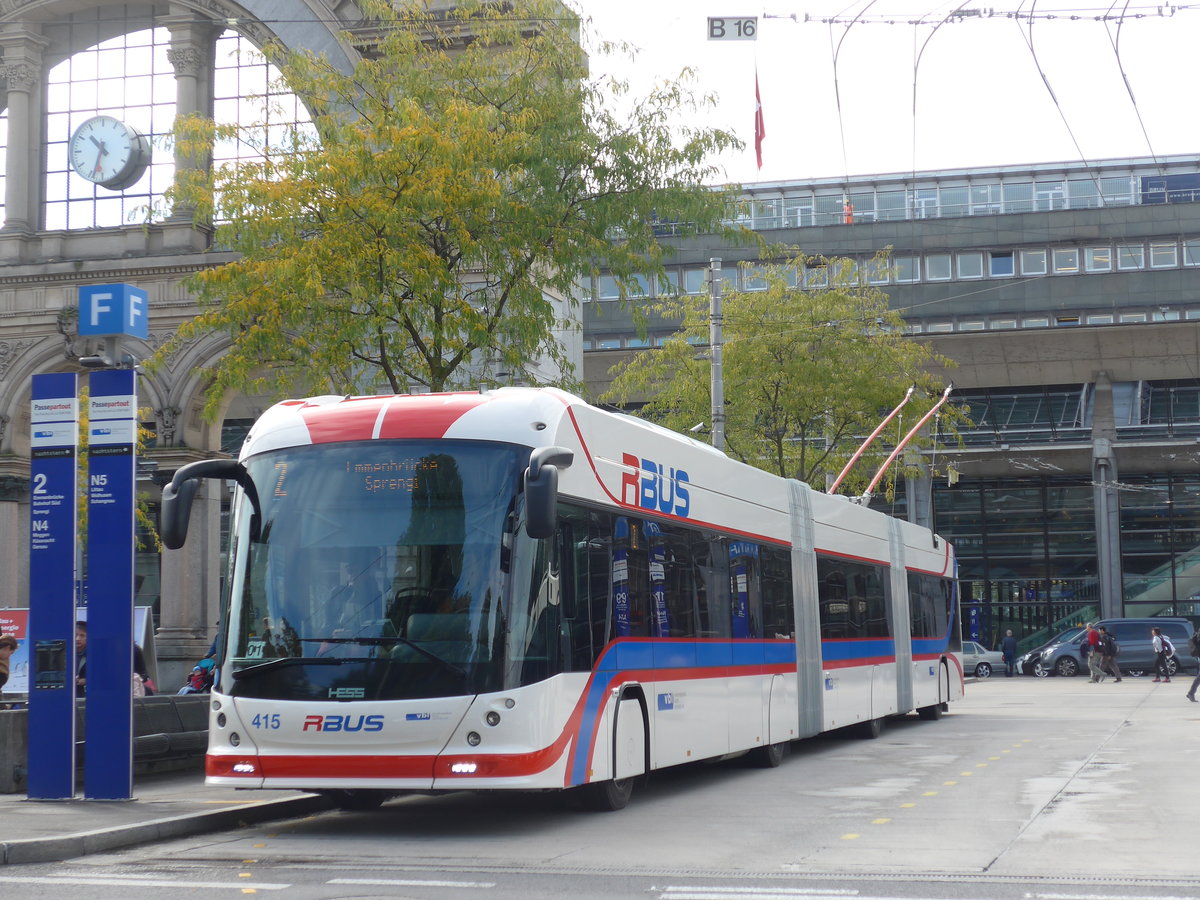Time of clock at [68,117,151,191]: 10:33
